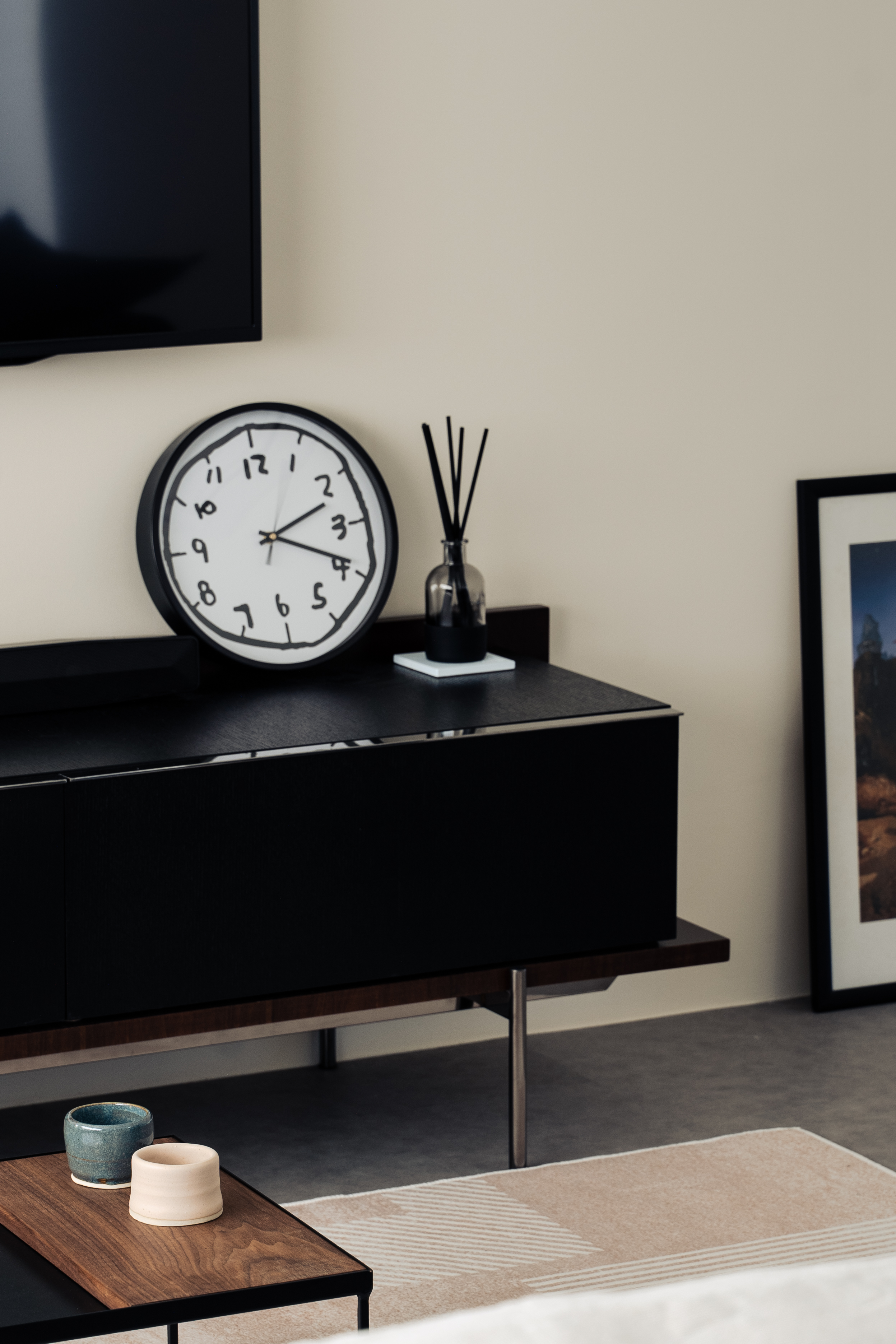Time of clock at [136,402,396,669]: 2:19
